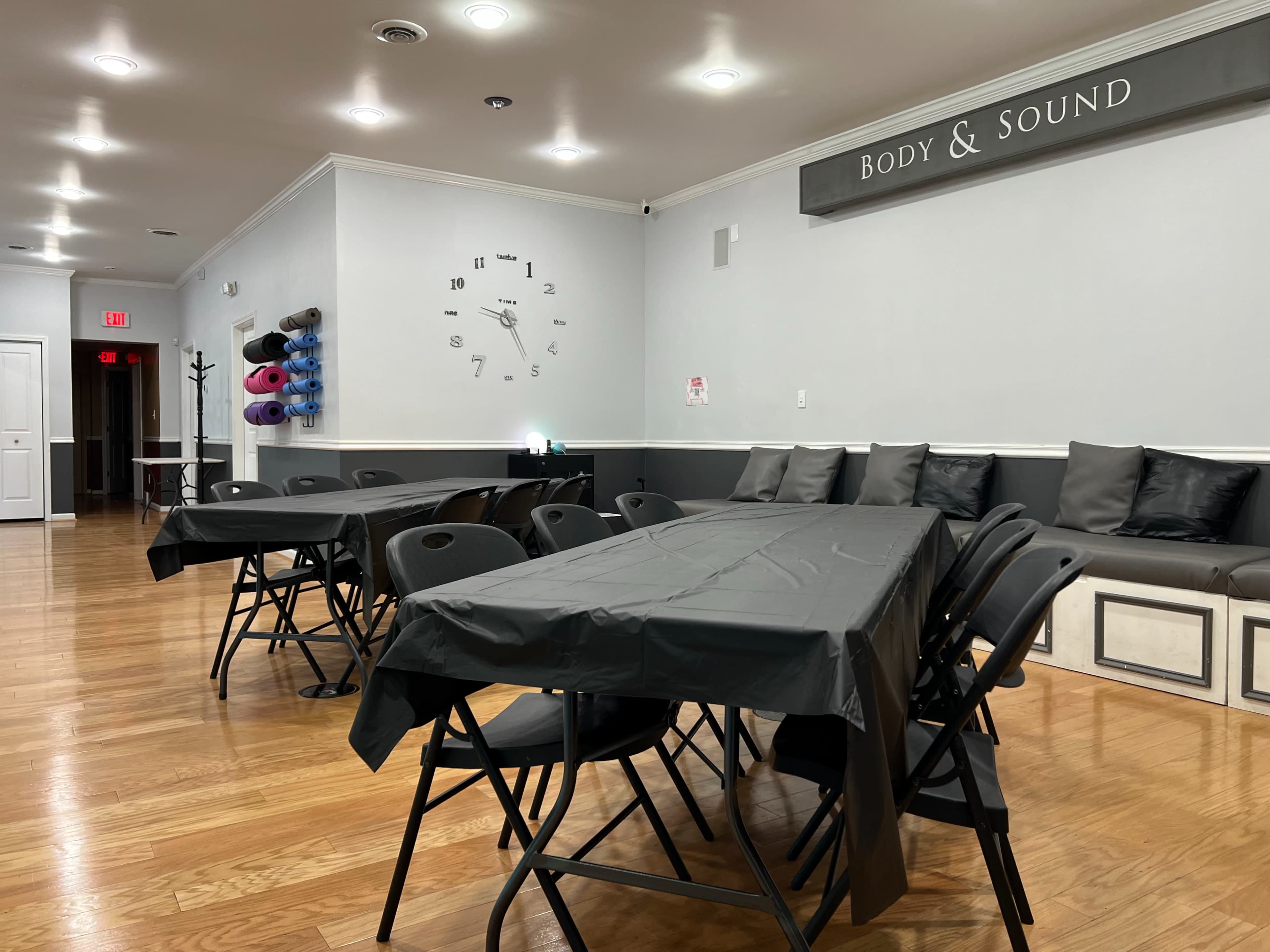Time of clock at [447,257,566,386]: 9:25
